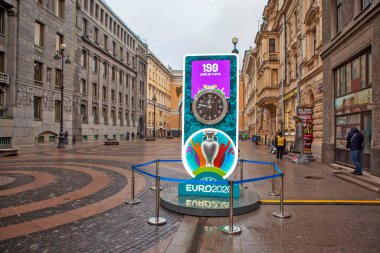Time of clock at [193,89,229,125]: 11:46
